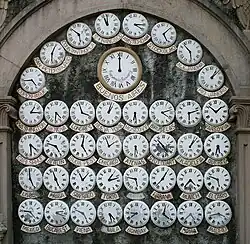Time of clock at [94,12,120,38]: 11:00
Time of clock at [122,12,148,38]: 4:14
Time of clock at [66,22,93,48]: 5:51
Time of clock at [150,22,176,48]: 5:08
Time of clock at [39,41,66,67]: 6:04
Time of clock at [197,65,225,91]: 1:08
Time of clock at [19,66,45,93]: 4:44
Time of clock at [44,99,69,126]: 4:30
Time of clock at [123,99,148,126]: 6:28
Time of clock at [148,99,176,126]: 4:12
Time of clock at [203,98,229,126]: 1:52
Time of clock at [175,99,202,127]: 2:29
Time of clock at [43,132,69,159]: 4:47
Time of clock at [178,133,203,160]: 1:07
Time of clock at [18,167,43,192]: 4:59
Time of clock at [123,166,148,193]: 5:46
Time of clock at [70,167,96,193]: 11:07
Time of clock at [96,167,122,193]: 1:12
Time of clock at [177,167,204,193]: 4:36
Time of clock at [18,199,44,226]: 4:44
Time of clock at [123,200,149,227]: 8:38
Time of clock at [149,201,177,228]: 12:21
